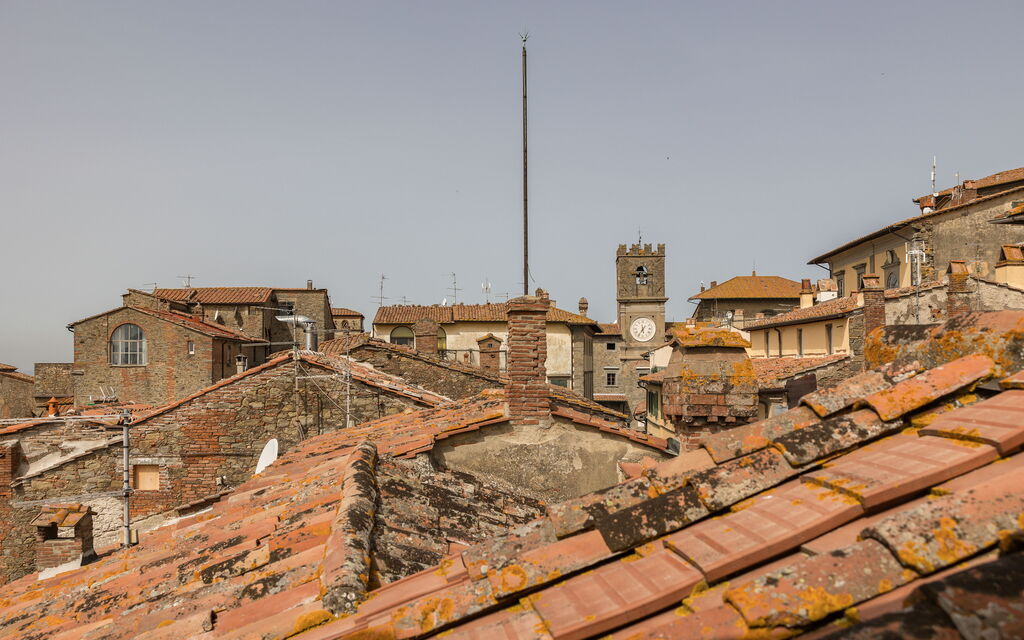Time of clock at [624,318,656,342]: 5:35
